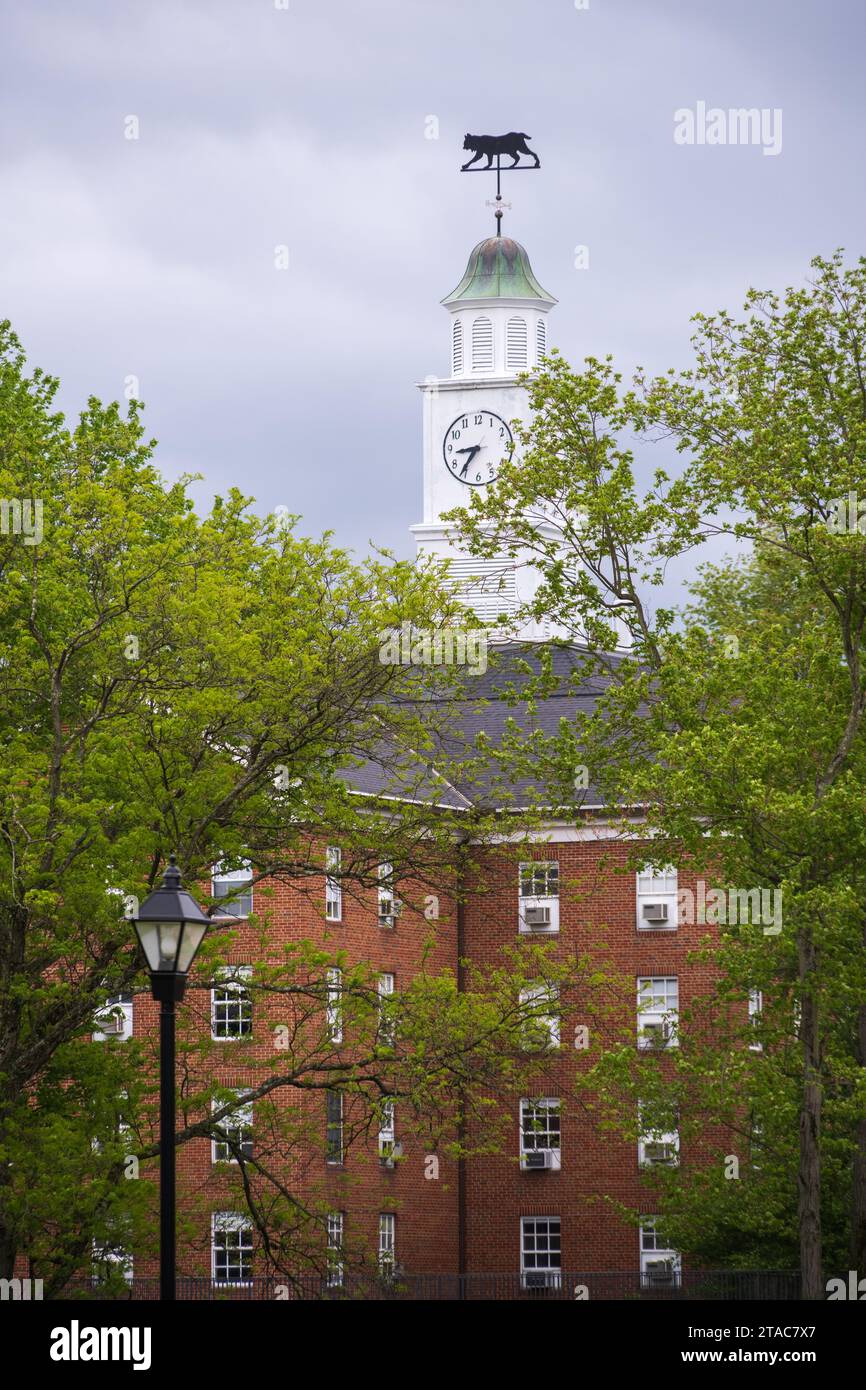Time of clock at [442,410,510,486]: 8:35
